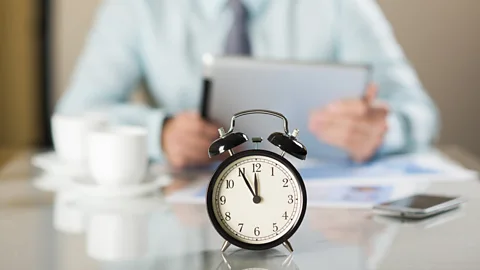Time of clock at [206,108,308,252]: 11:55
